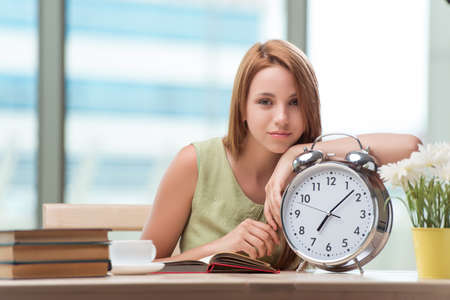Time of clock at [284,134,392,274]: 7:07
